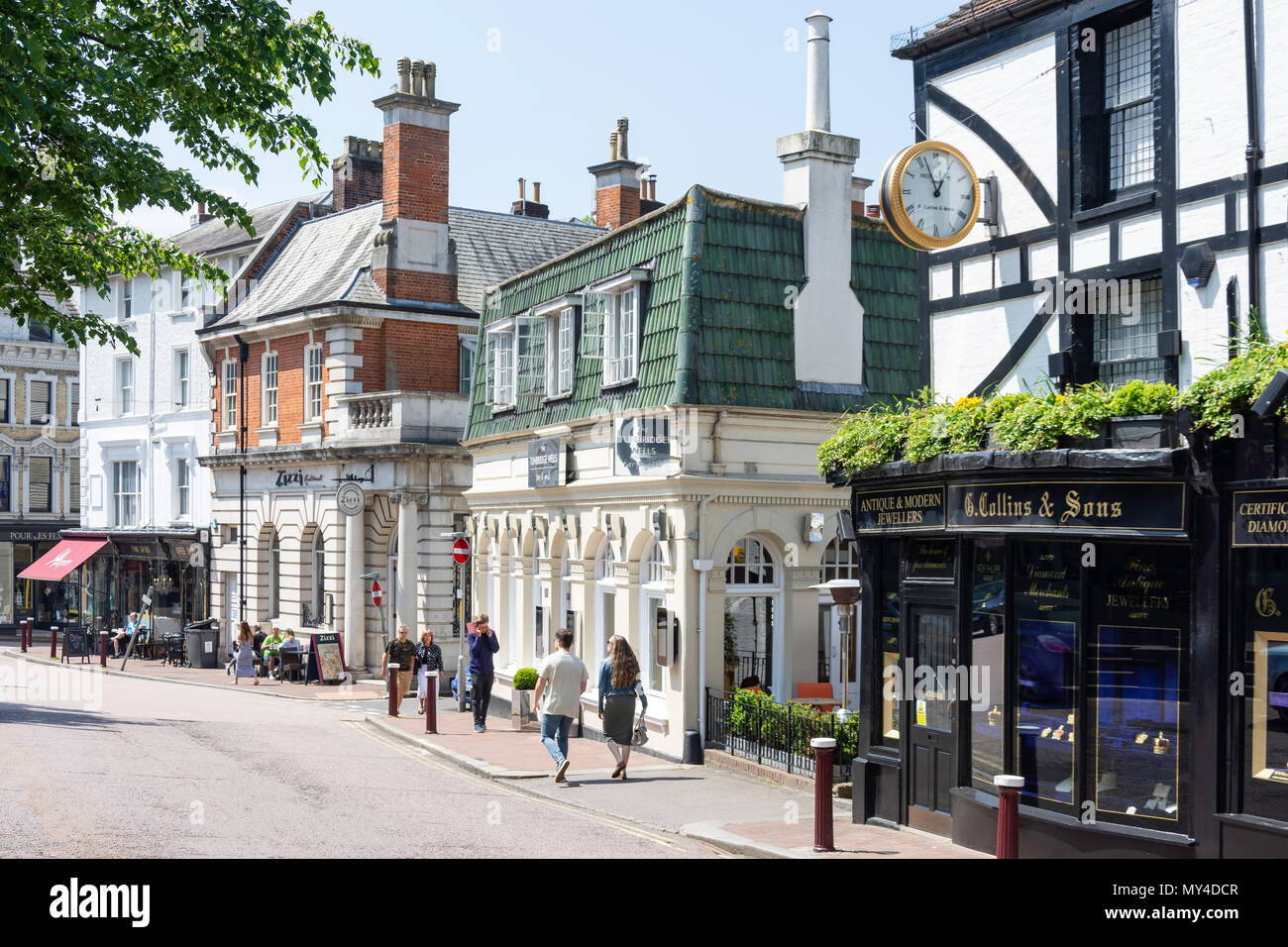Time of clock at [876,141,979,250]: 12:56
